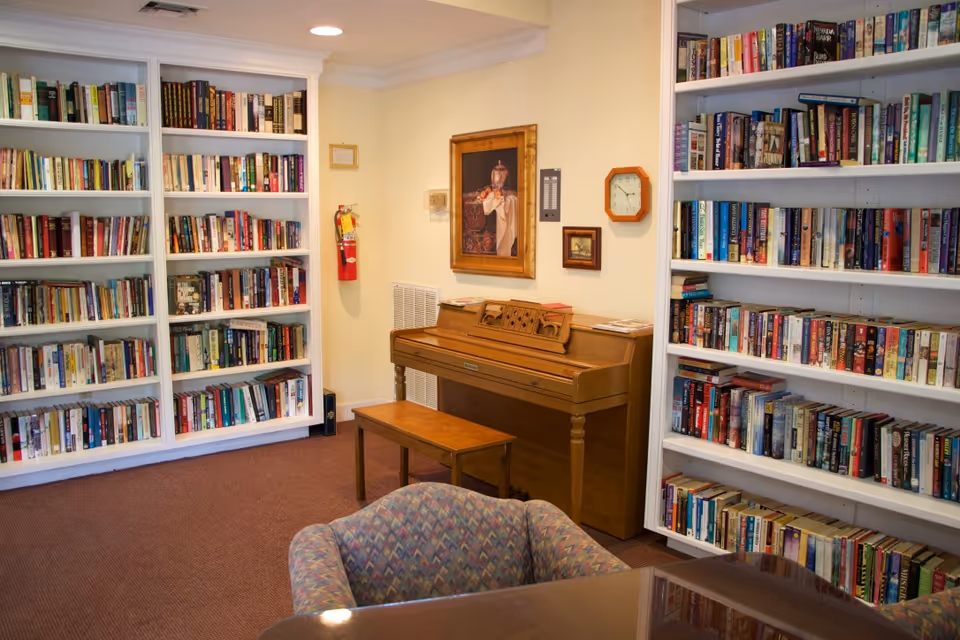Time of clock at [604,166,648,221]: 2:51
